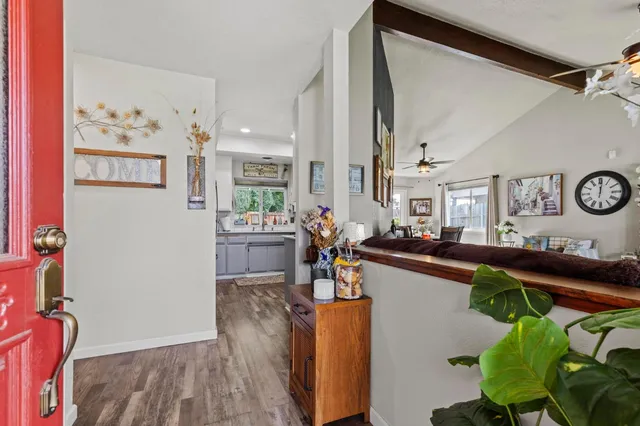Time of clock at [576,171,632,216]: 12:01
